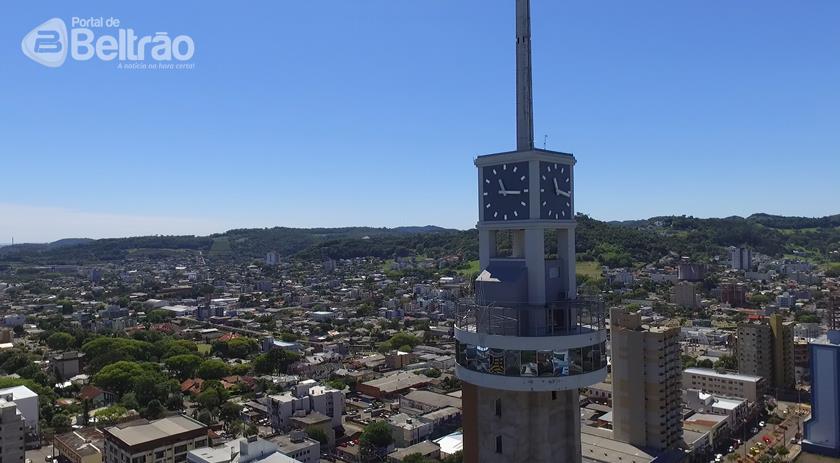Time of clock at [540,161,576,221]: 11:16
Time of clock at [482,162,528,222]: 11:15
